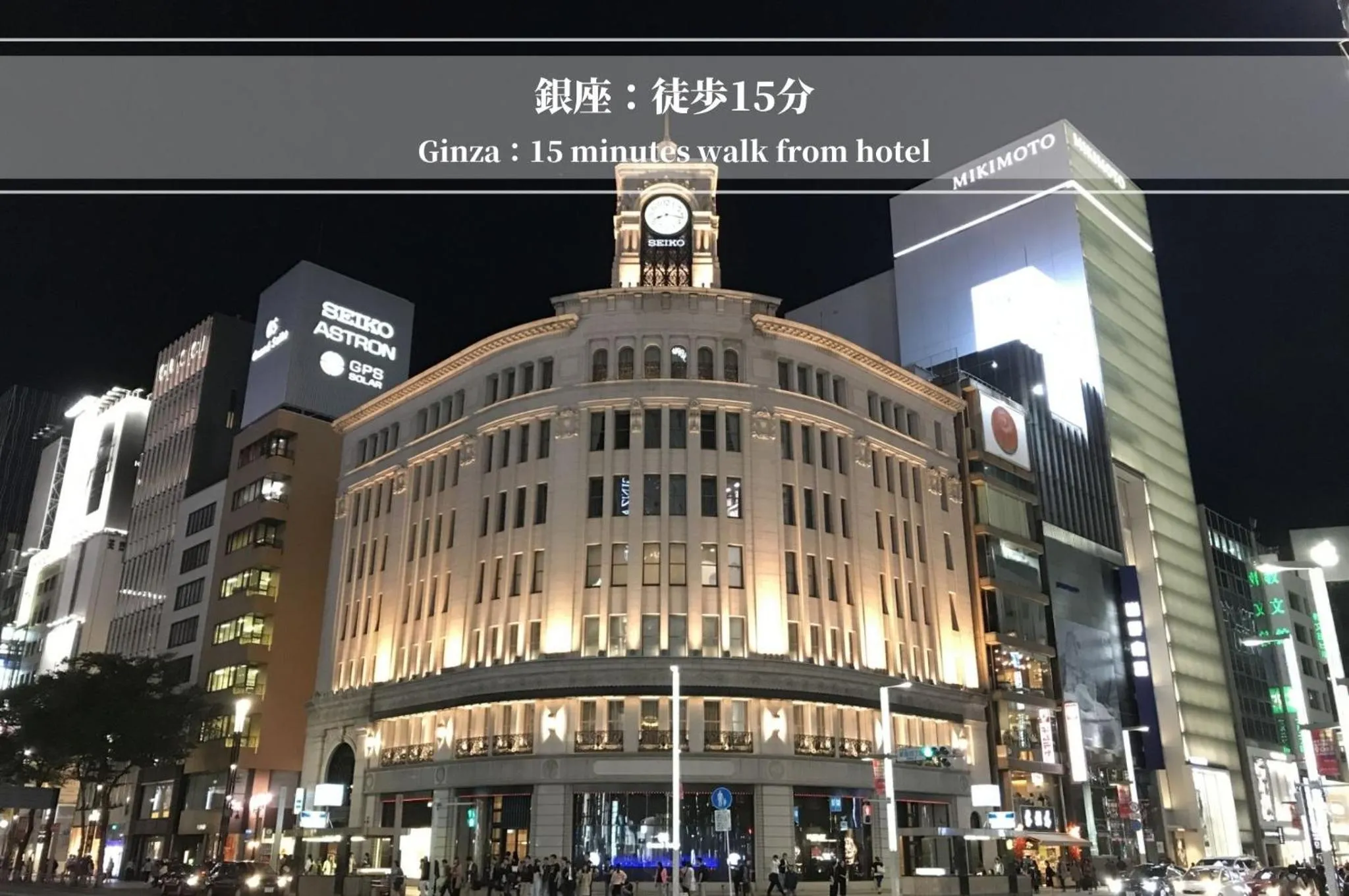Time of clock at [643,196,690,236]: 8:16
